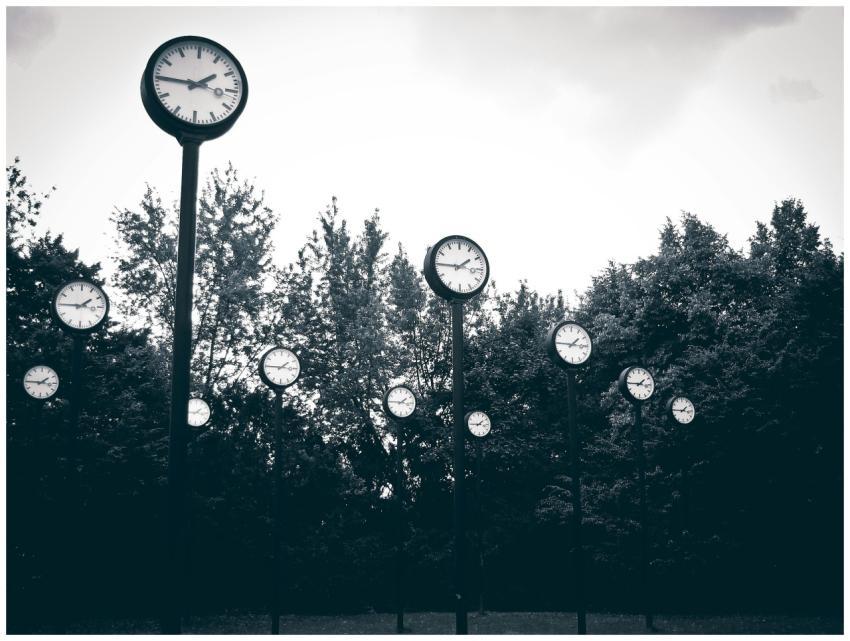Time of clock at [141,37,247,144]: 1:45
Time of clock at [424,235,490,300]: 1:45
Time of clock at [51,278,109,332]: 1:45
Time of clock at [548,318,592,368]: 1:45
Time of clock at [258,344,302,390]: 1:45
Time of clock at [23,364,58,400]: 1:45
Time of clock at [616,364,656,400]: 1:45
